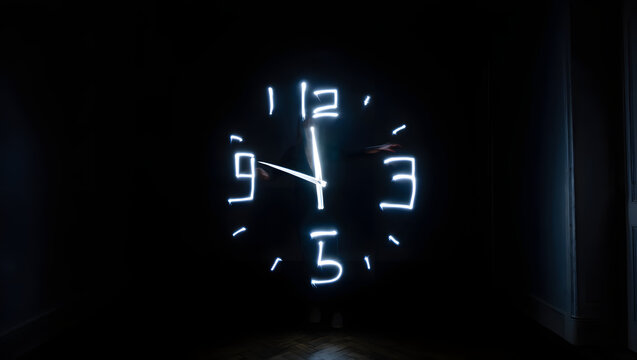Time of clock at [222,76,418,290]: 11:48
